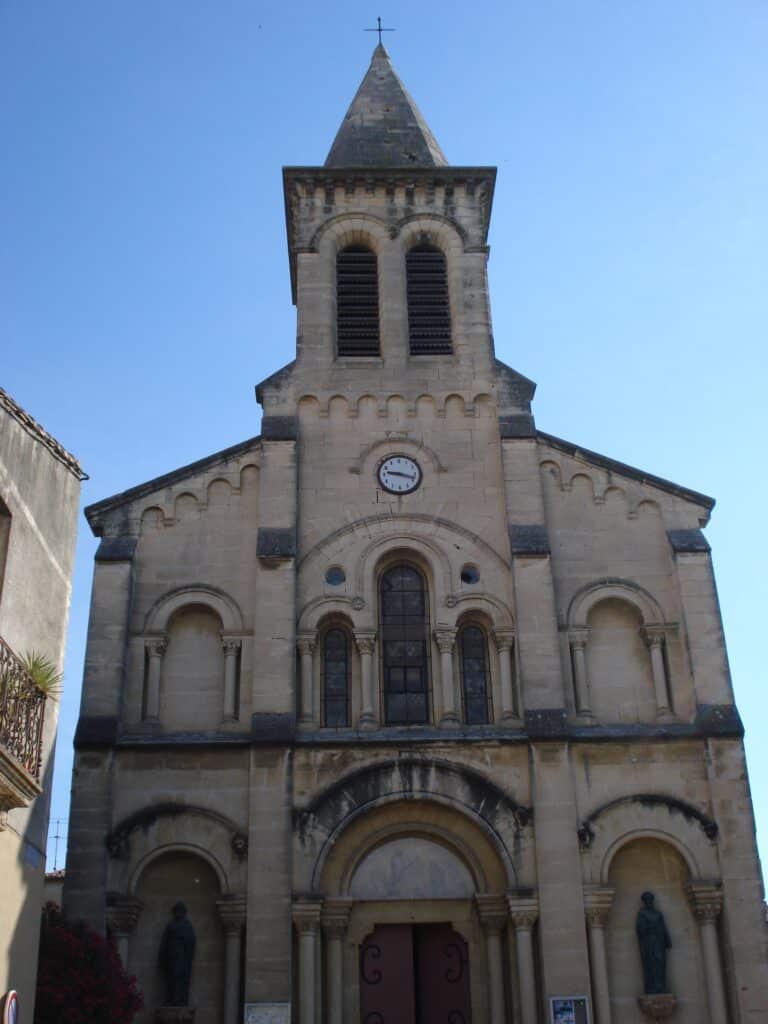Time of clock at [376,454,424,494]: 9:18
